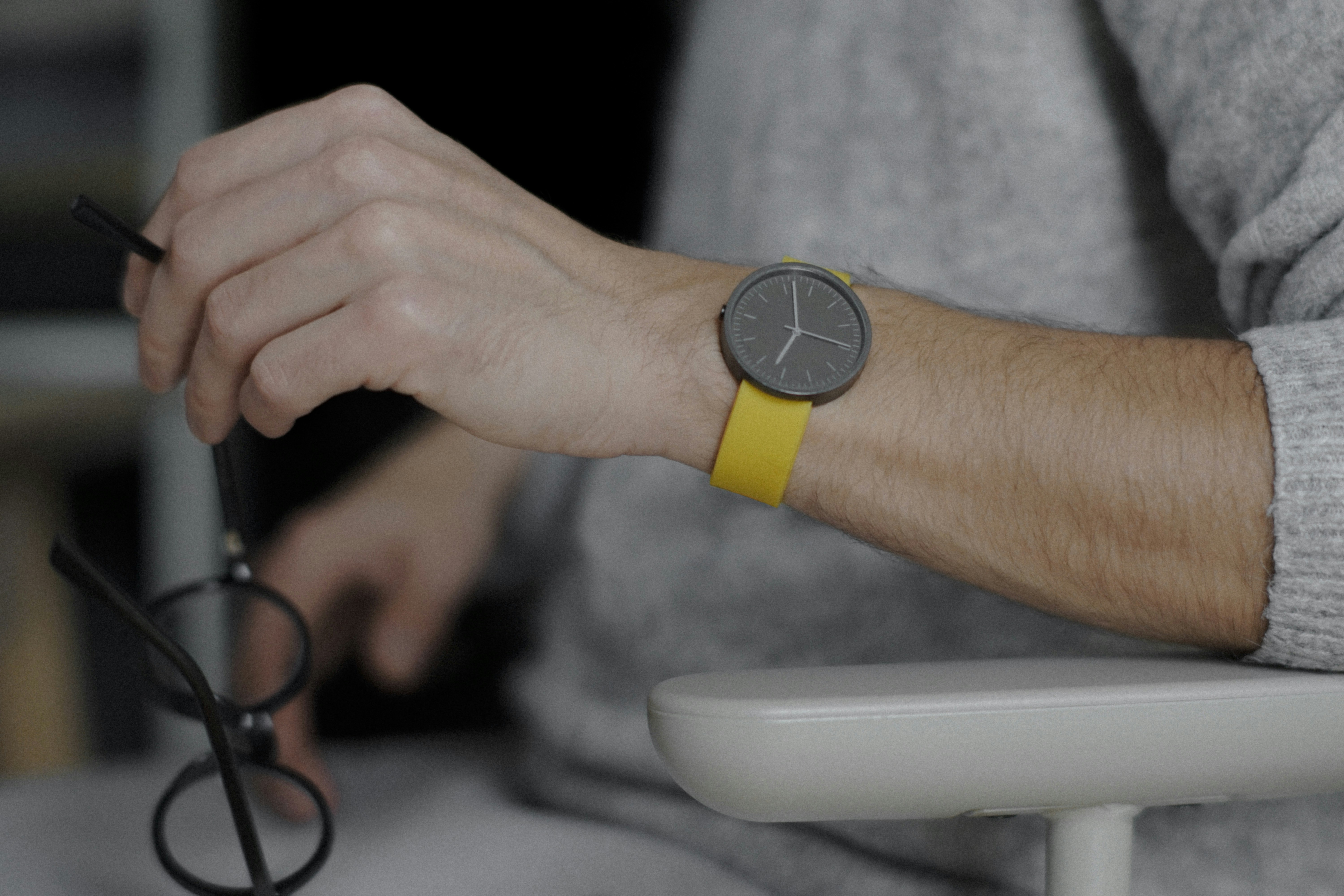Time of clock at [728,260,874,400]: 4:01
